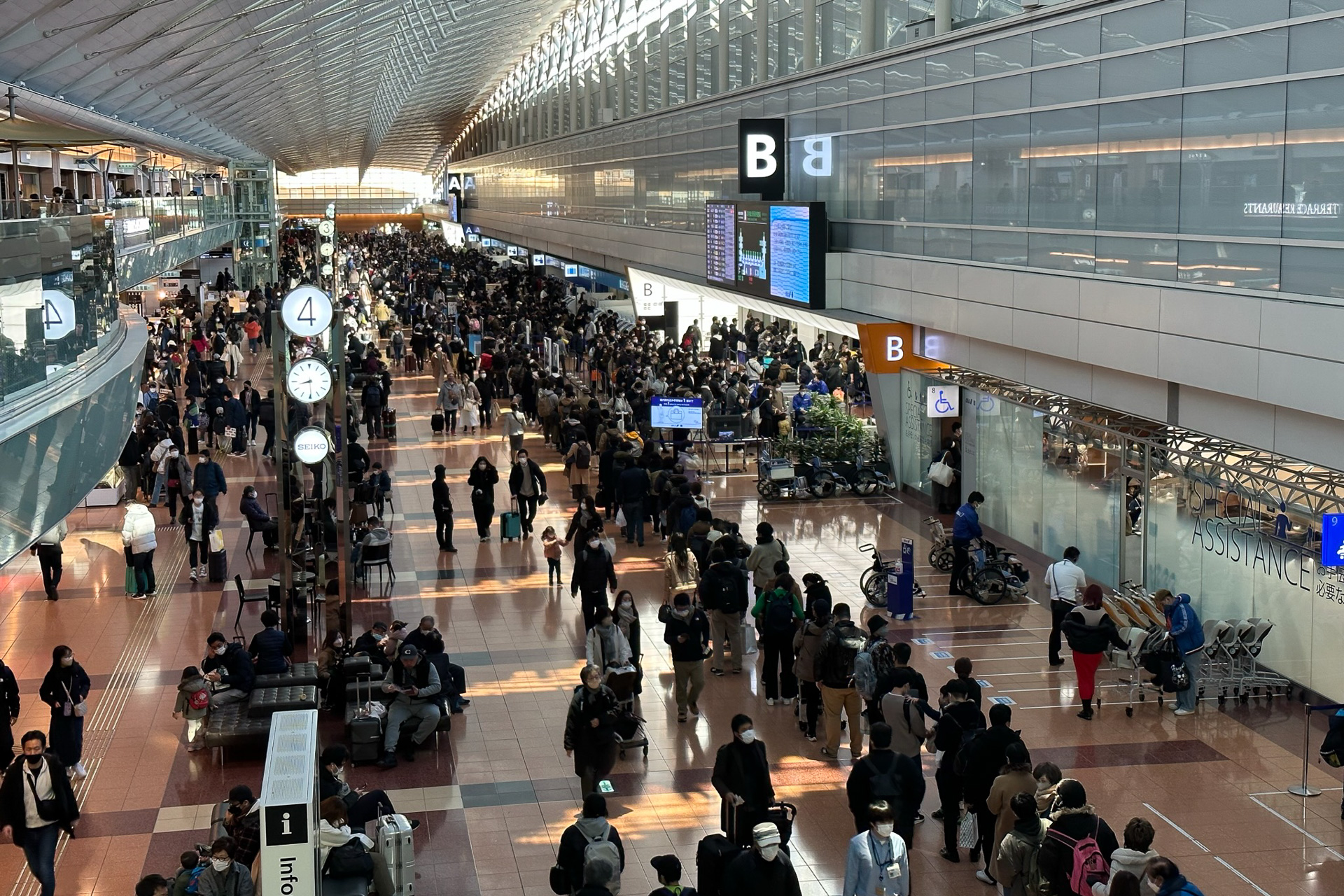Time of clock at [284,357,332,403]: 8:29
